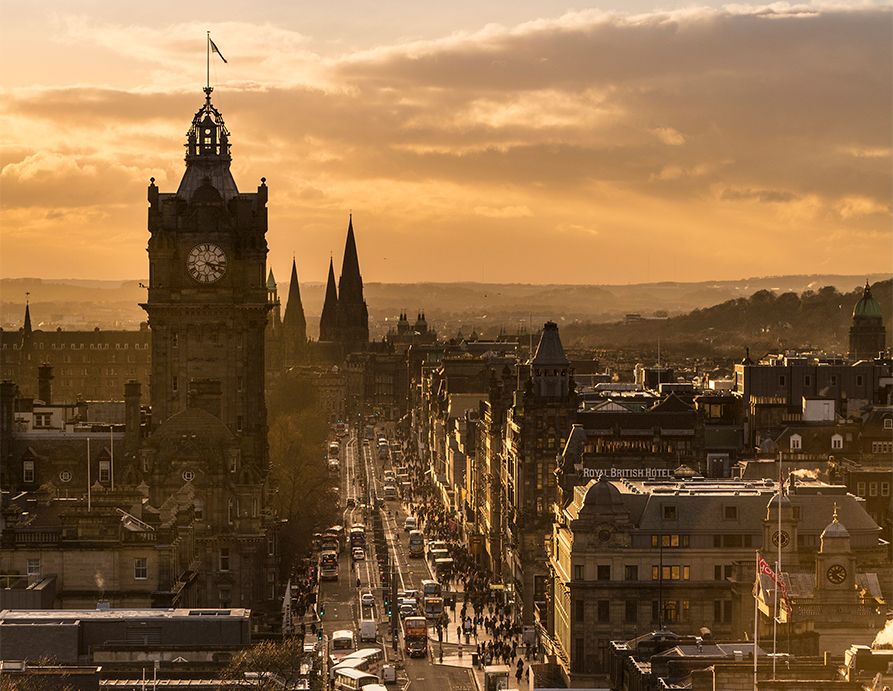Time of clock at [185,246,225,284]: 4:16
